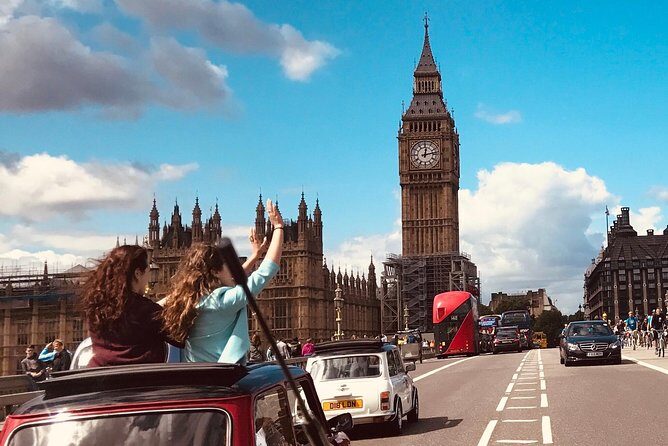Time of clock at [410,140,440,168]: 12:13
